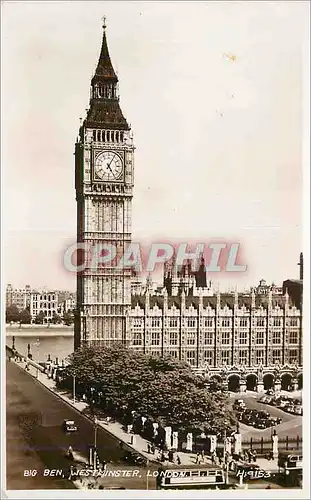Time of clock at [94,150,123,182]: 5:05
